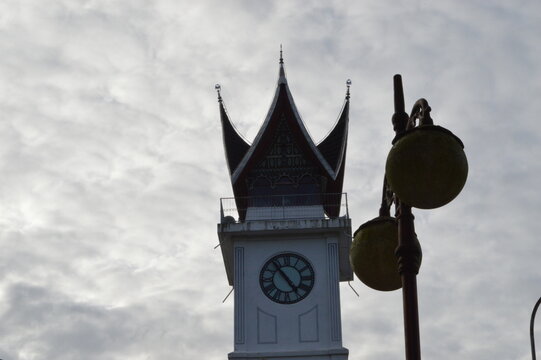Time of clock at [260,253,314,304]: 4:53
